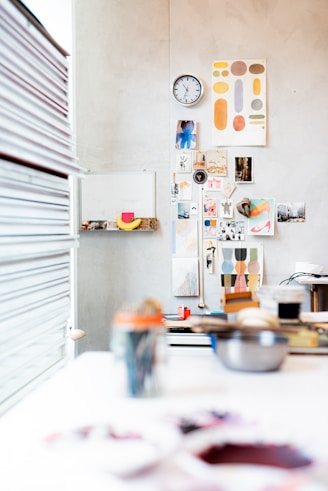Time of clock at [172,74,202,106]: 10:32
